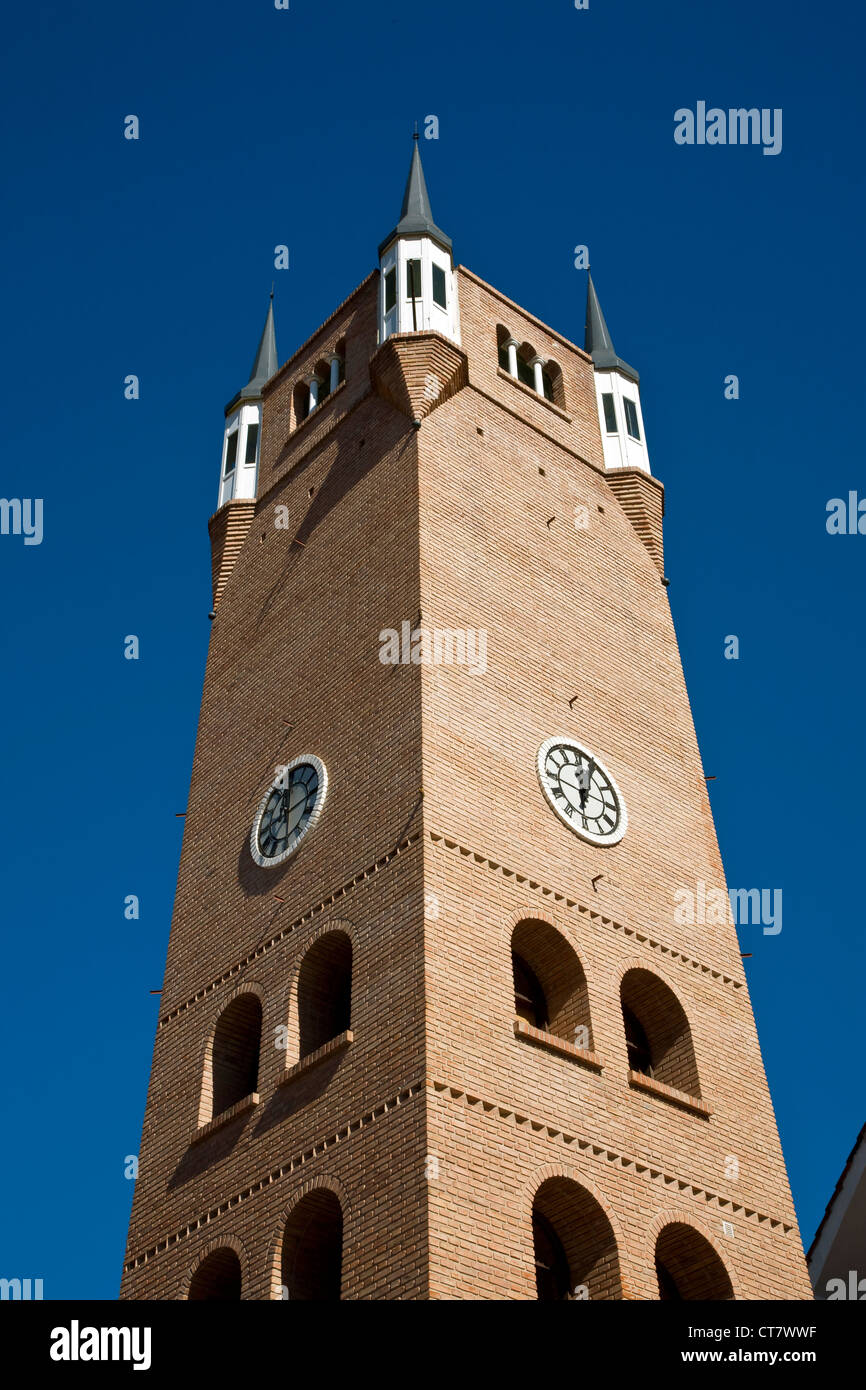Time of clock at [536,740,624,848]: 12:03
